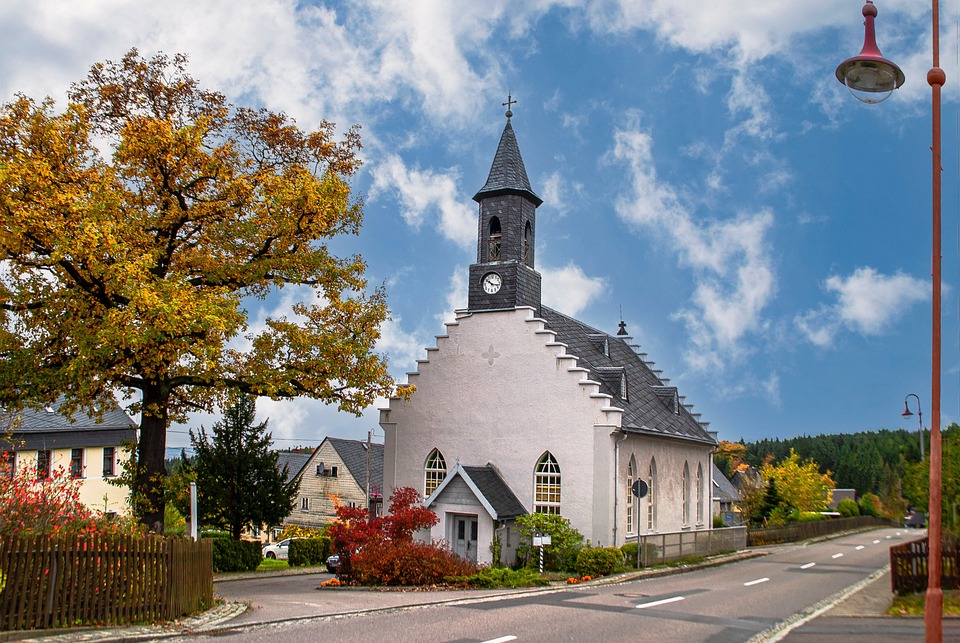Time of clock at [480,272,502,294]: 10:17
